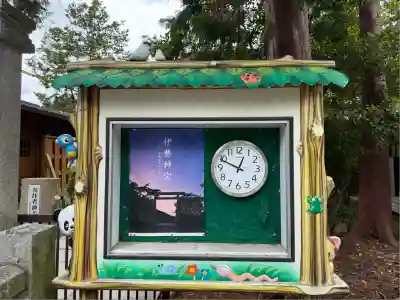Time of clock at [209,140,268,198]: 12:49
